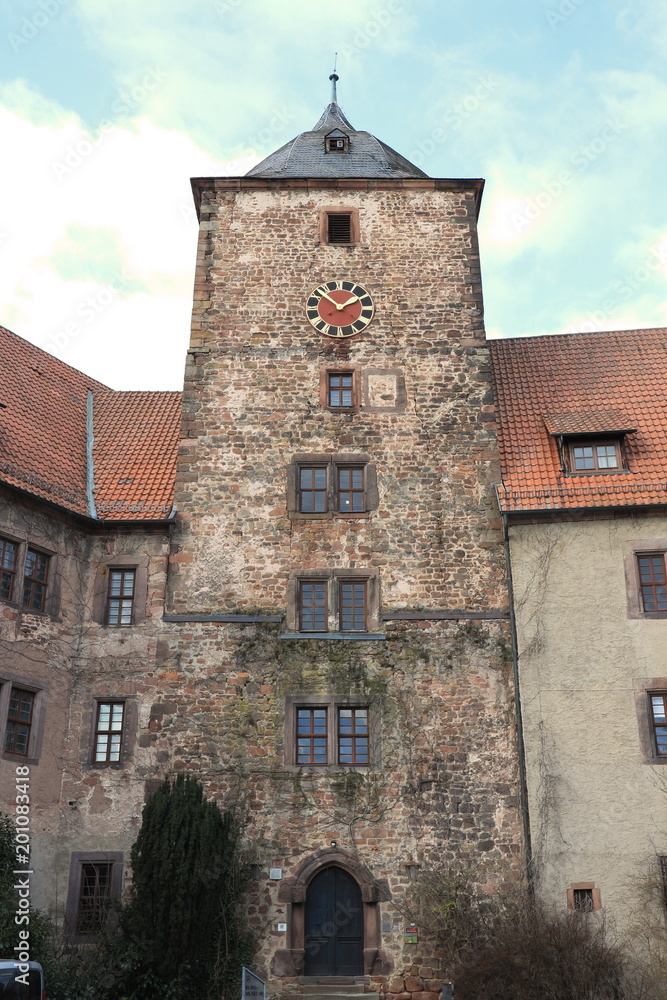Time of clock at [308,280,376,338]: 1:51
